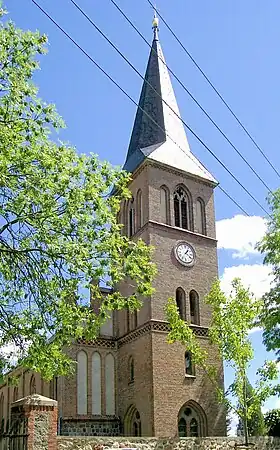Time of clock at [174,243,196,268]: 1:20
